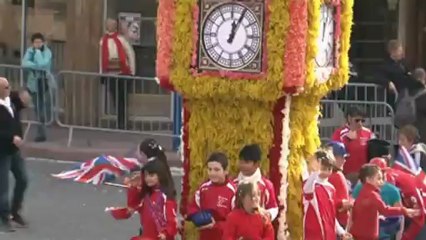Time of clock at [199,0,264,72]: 12:04
